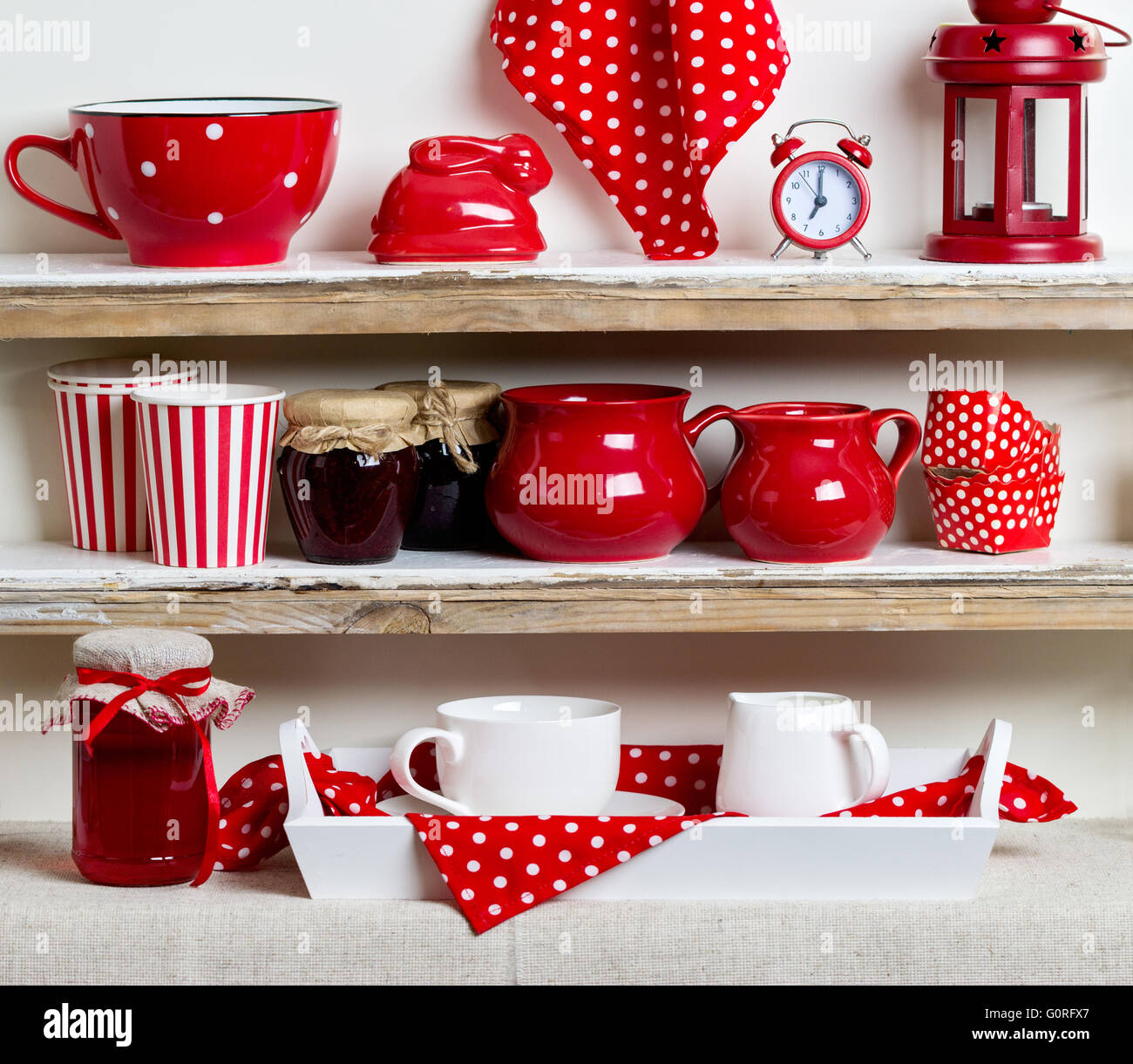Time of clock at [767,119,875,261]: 7:00
